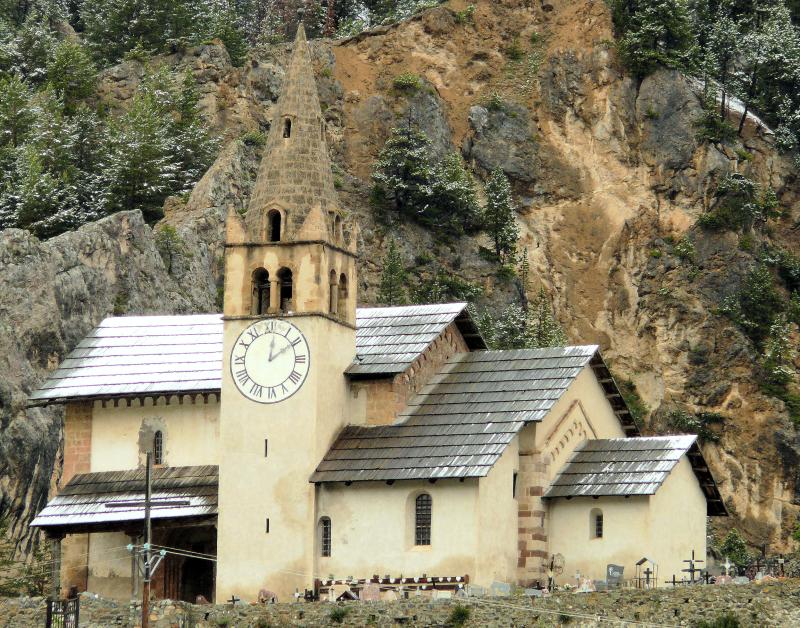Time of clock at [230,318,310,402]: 12:09
